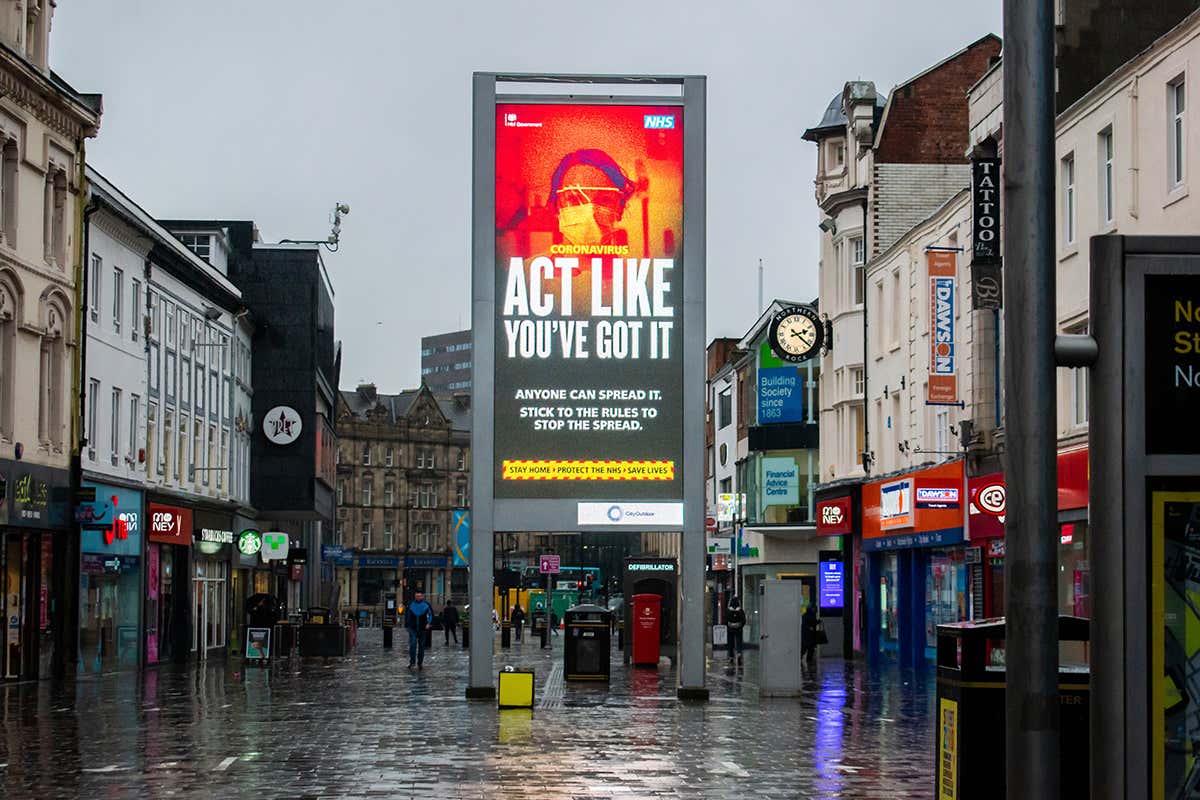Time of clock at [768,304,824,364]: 2:21
